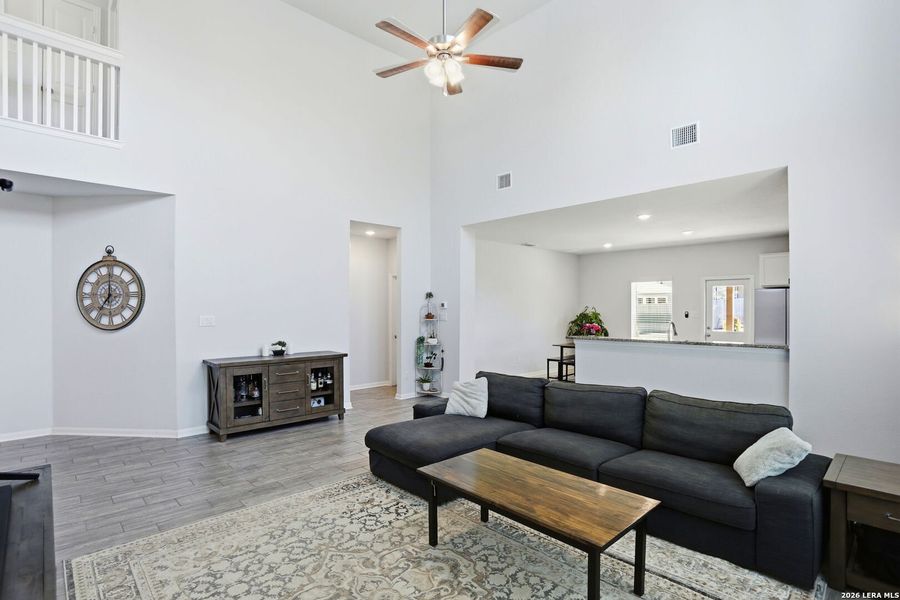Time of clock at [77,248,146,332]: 7:00
